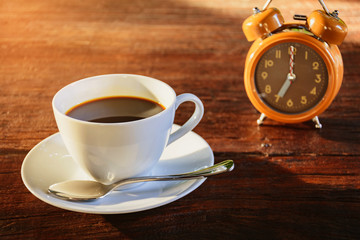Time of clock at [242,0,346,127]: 7:00
